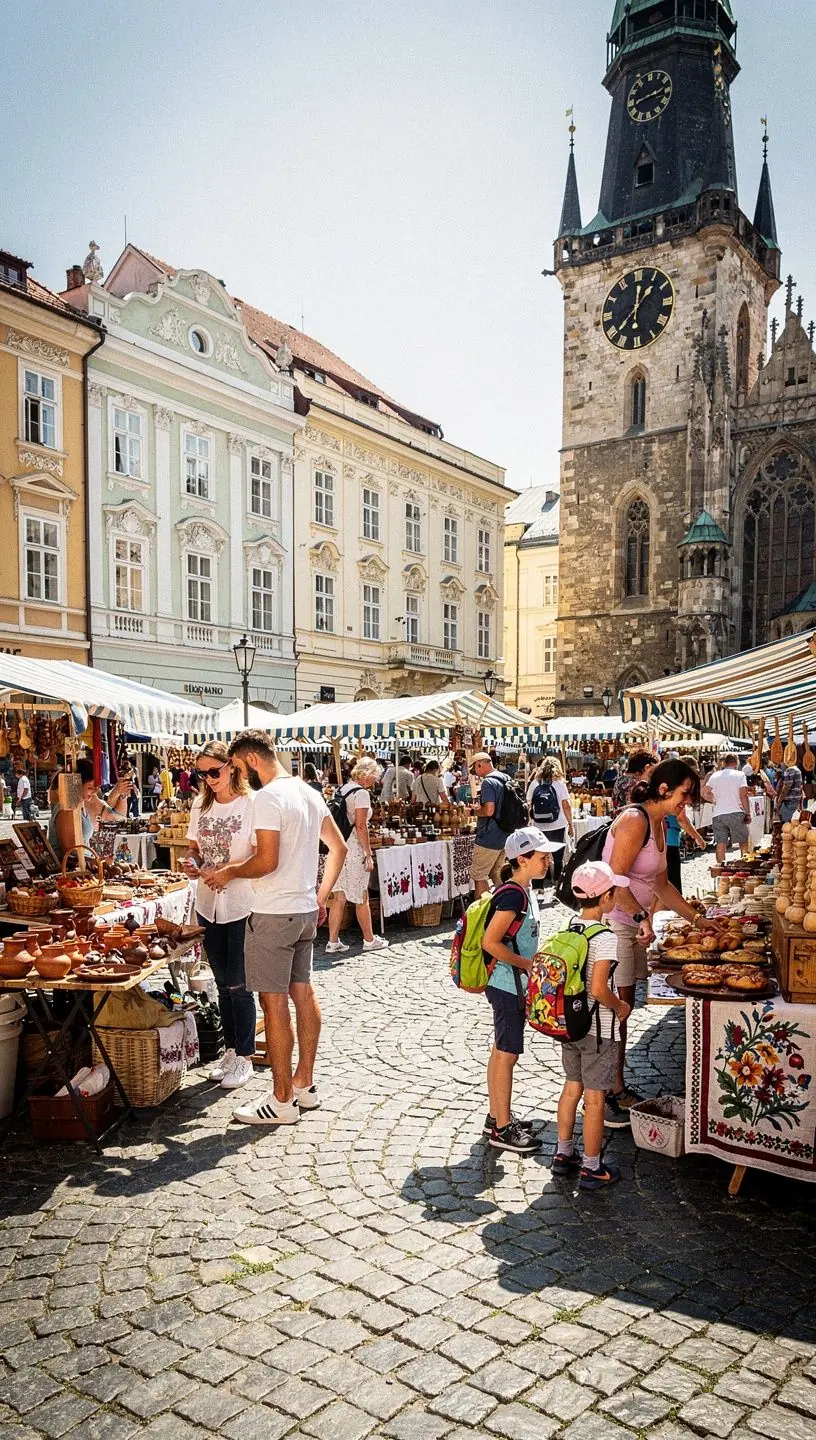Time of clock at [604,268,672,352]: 12:07
